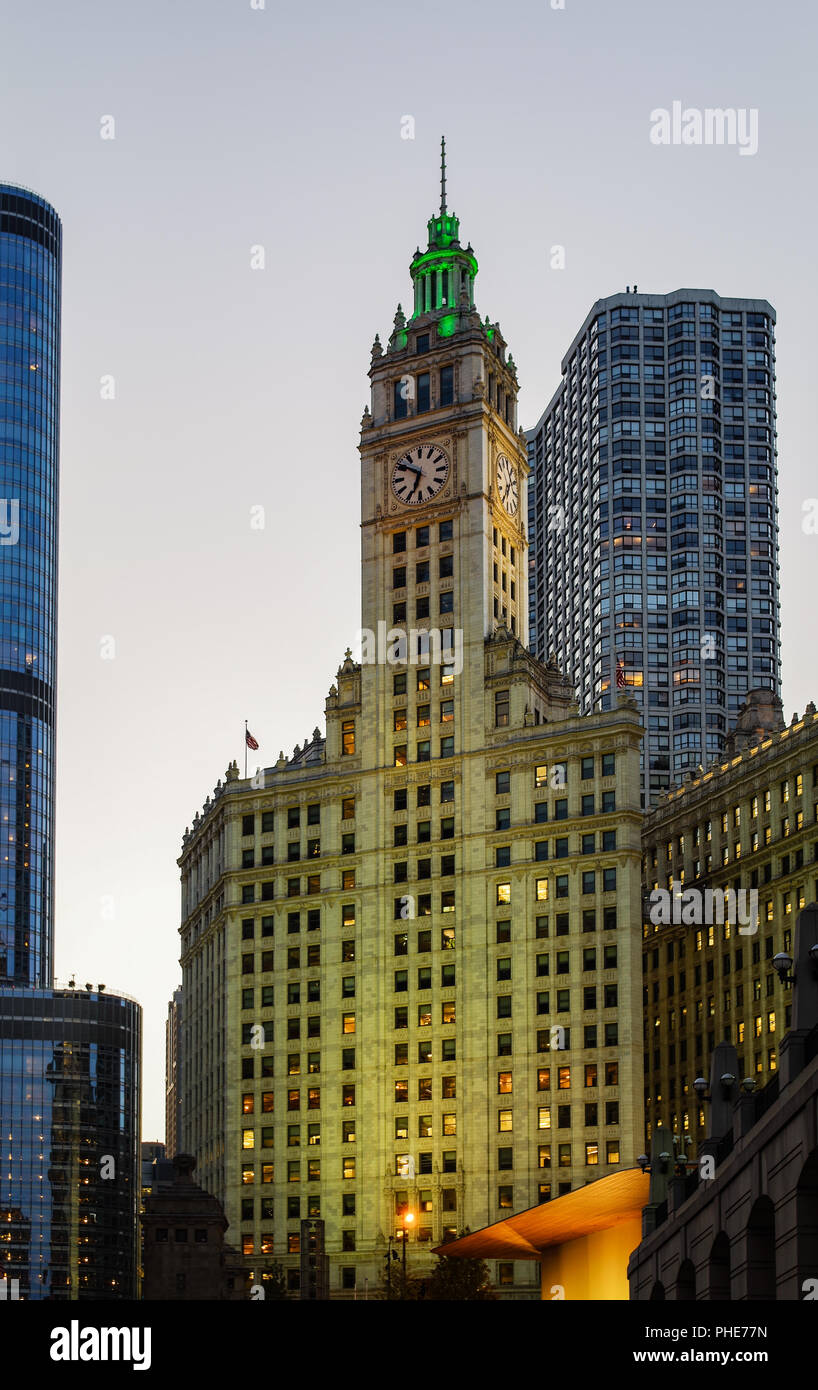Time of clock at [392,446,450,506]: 6:50
